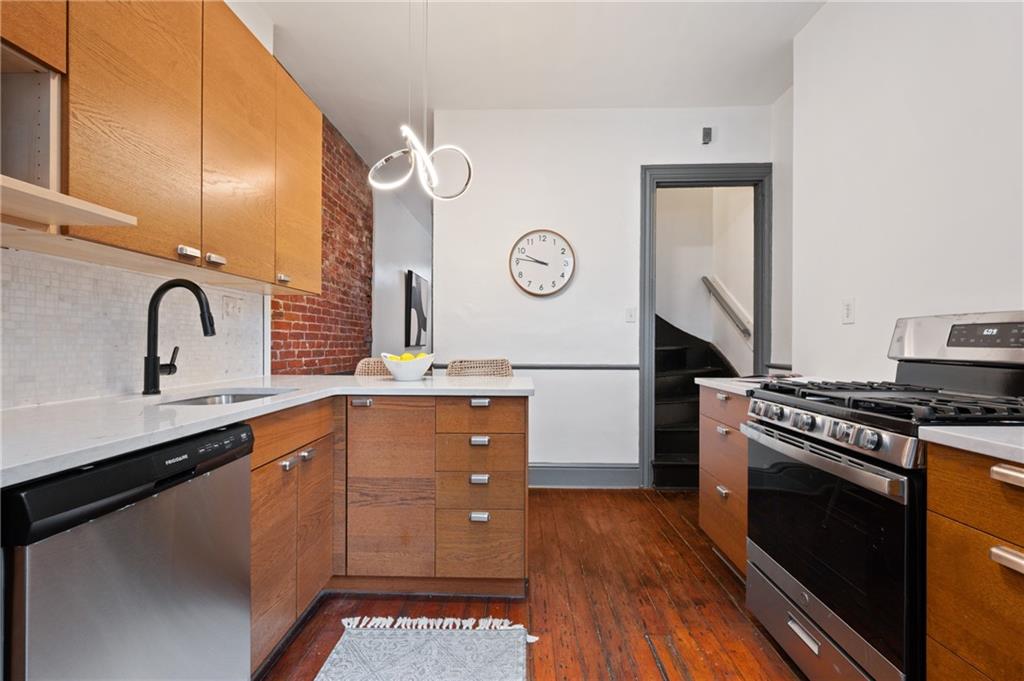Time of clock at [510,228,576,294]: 9:46
